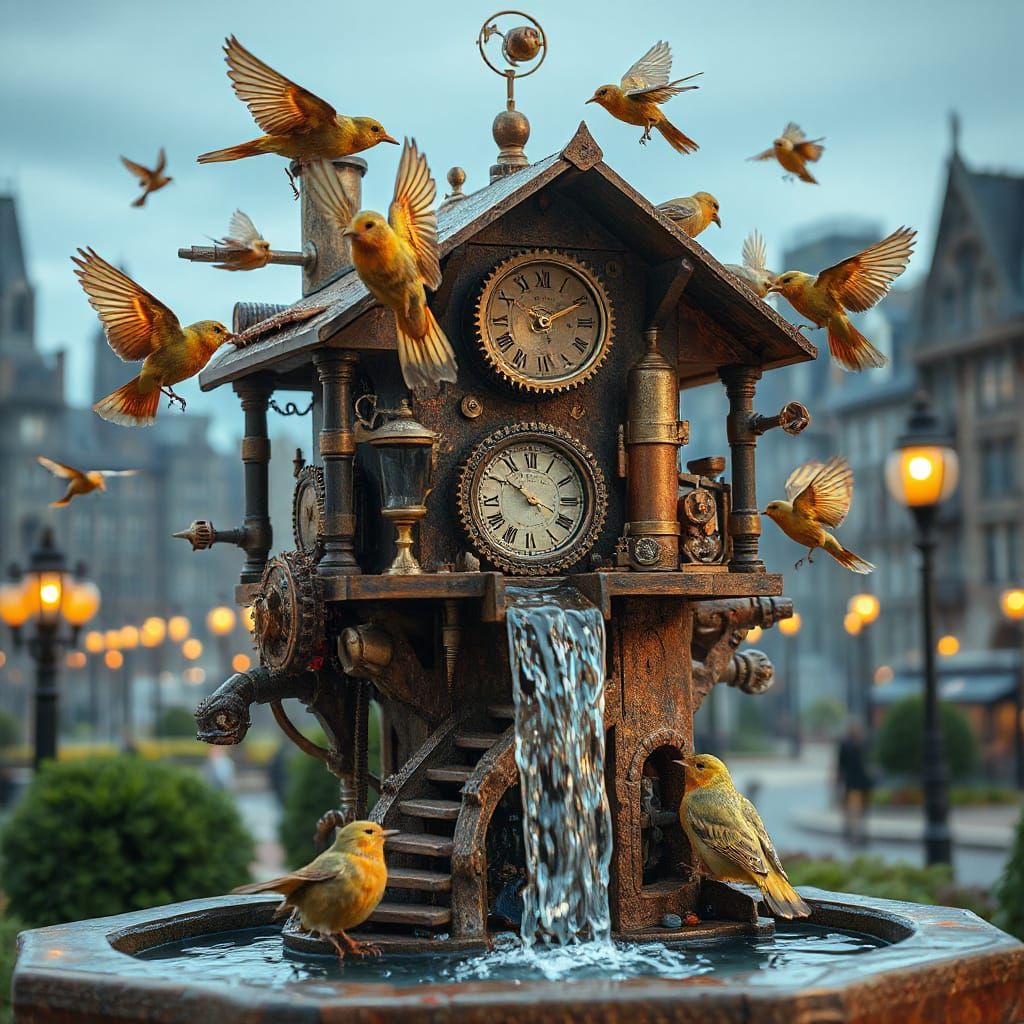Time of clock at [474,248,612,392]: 10:10
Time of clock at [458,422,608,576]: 3:50
